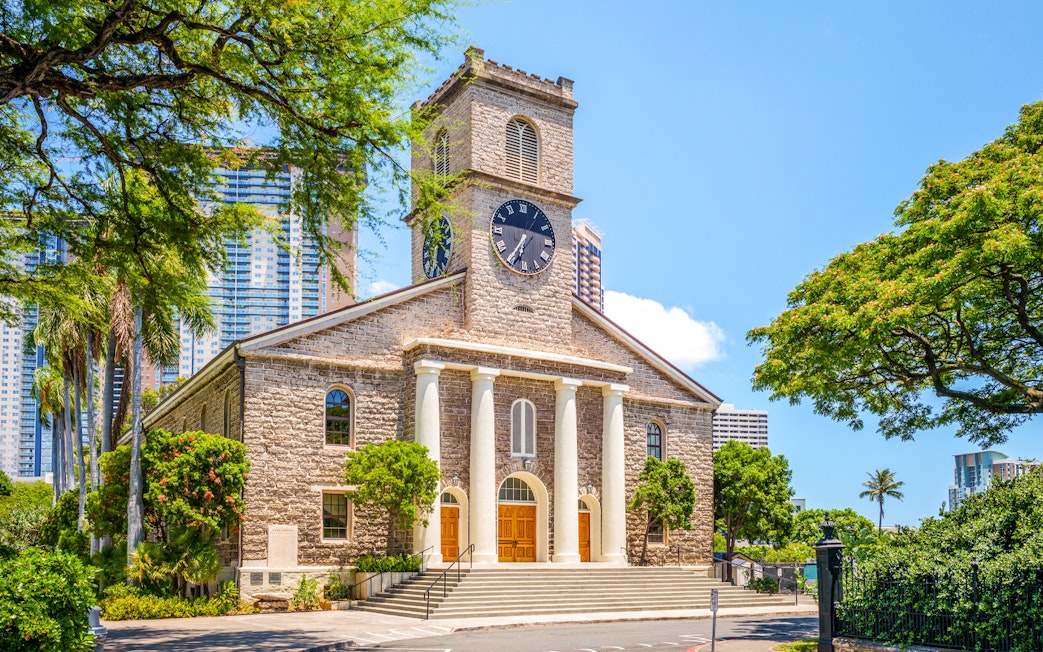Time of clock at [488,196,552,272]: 6:35
